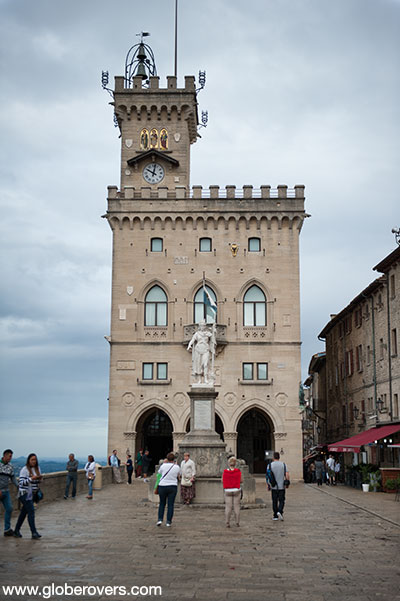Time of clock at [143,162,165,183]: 10:02
